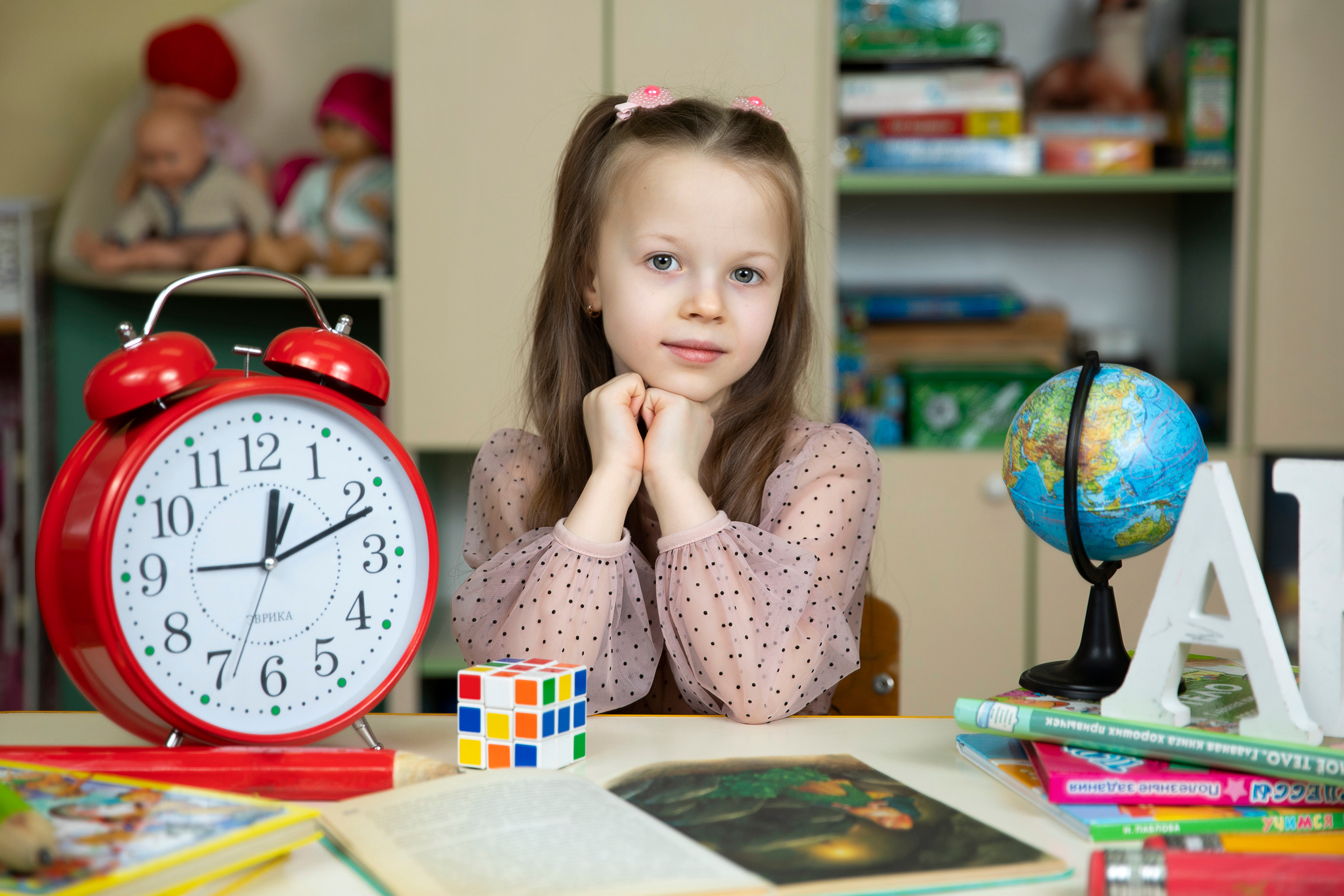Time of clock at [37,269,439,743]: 12:11
